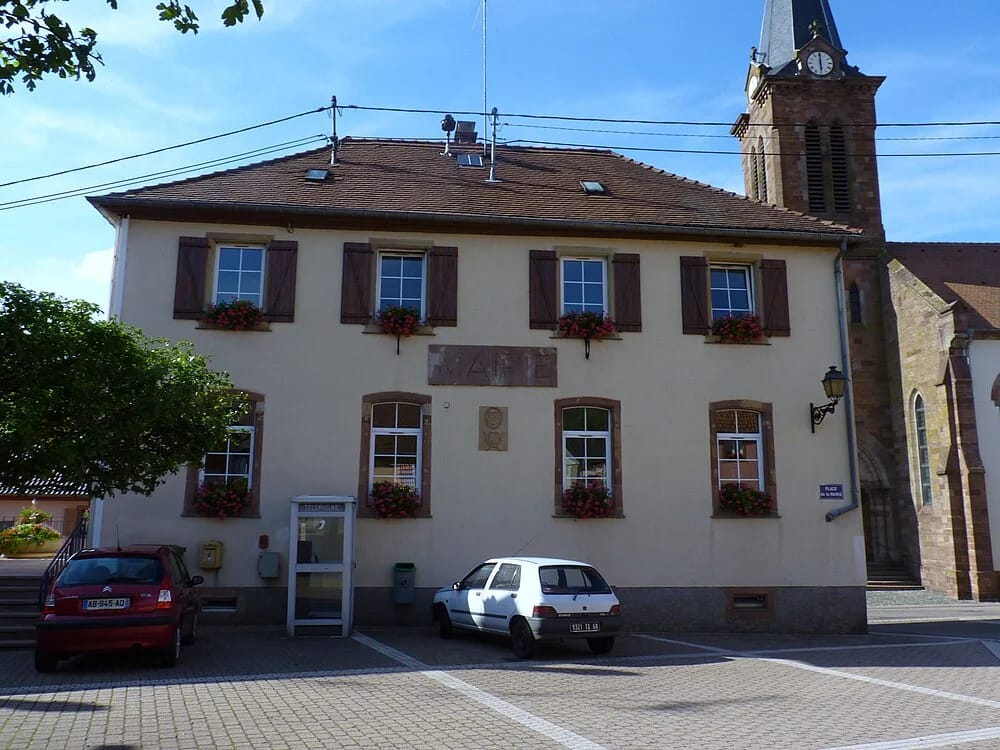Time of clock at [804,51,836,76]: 6:00
